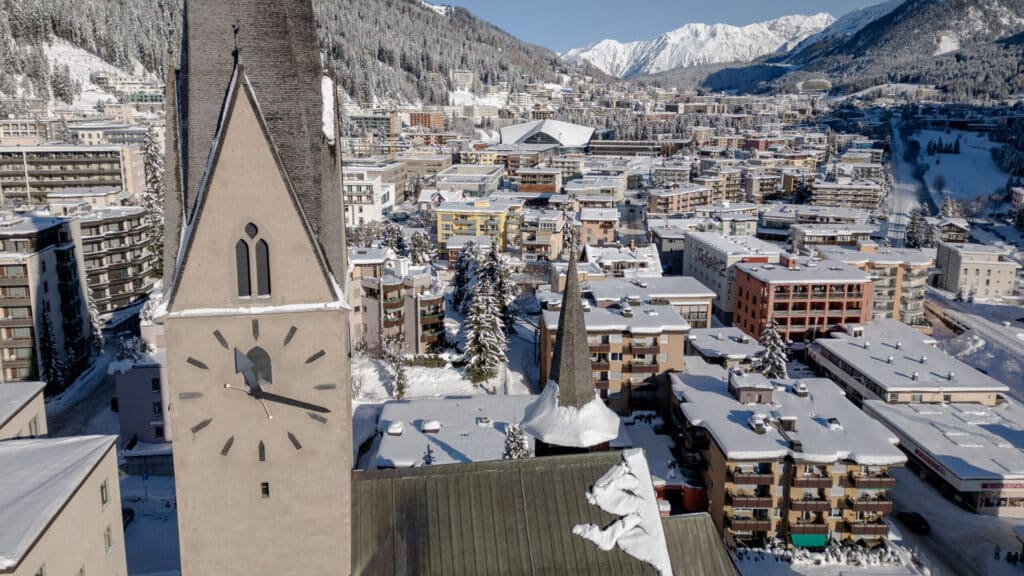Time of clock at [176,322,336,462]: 12:17
